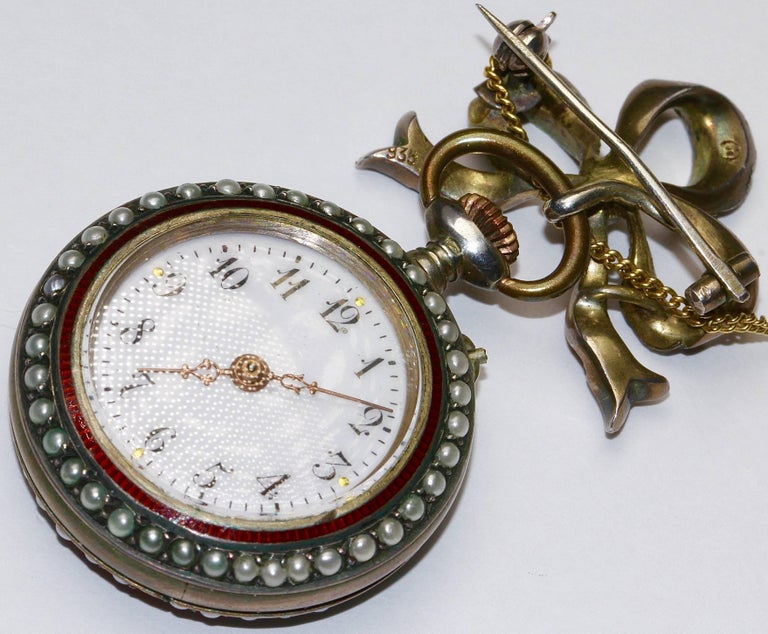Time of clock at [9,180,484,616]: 3:45
